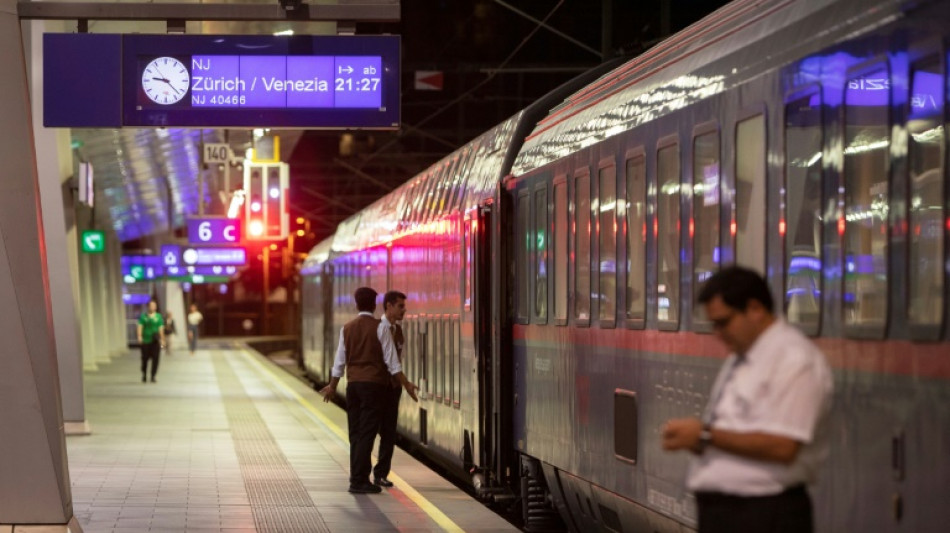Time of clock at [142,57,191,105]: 9:22
